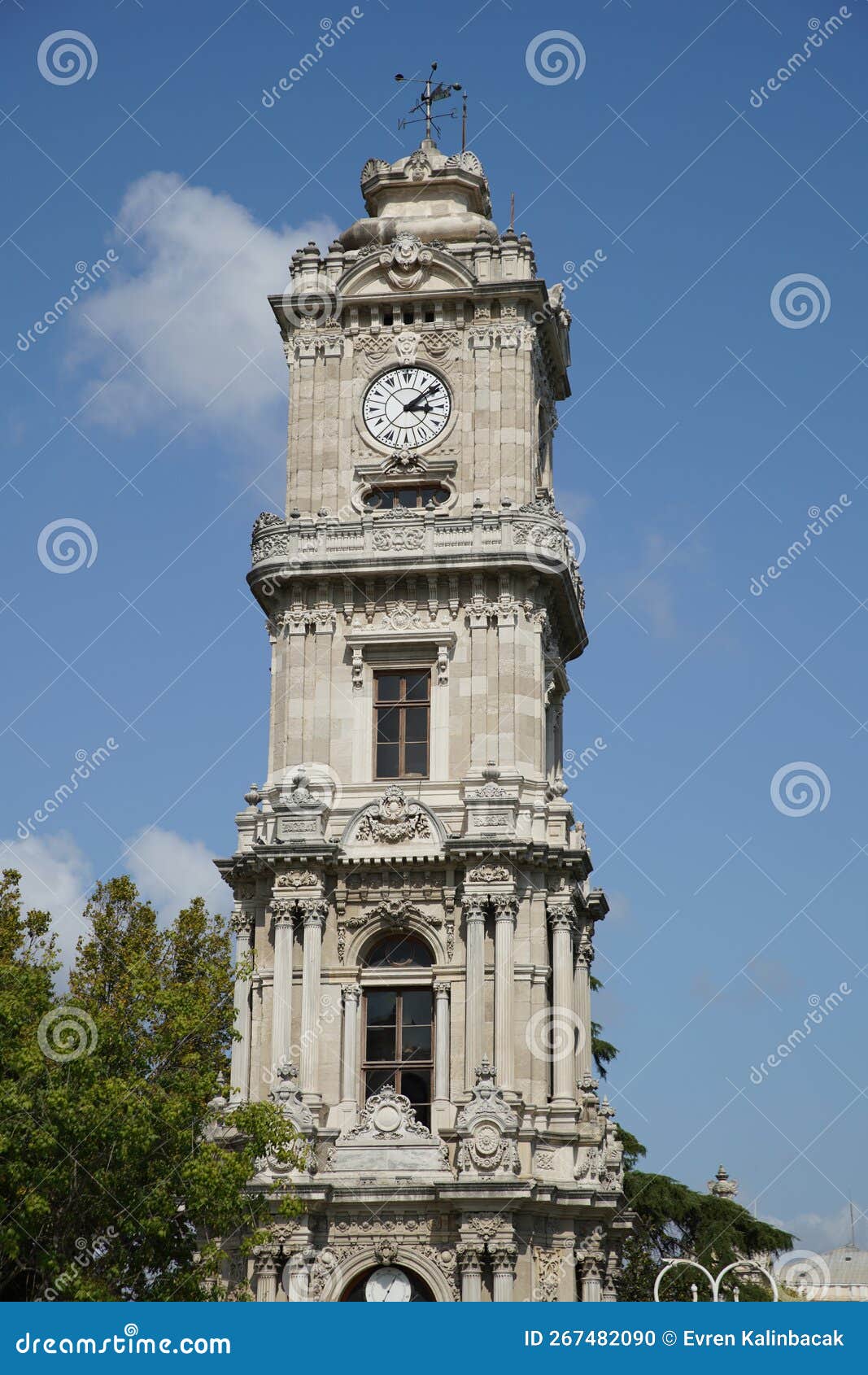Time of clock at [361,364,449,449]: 3:09
